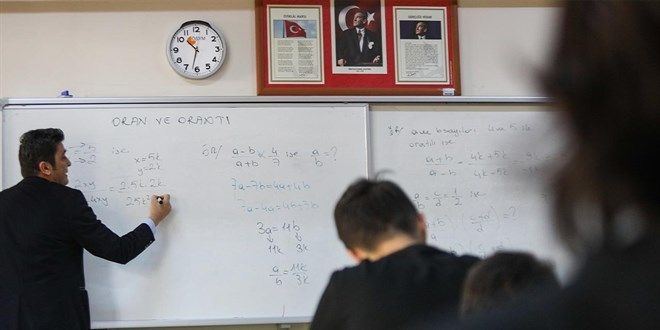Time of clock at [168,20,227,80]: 10:32
